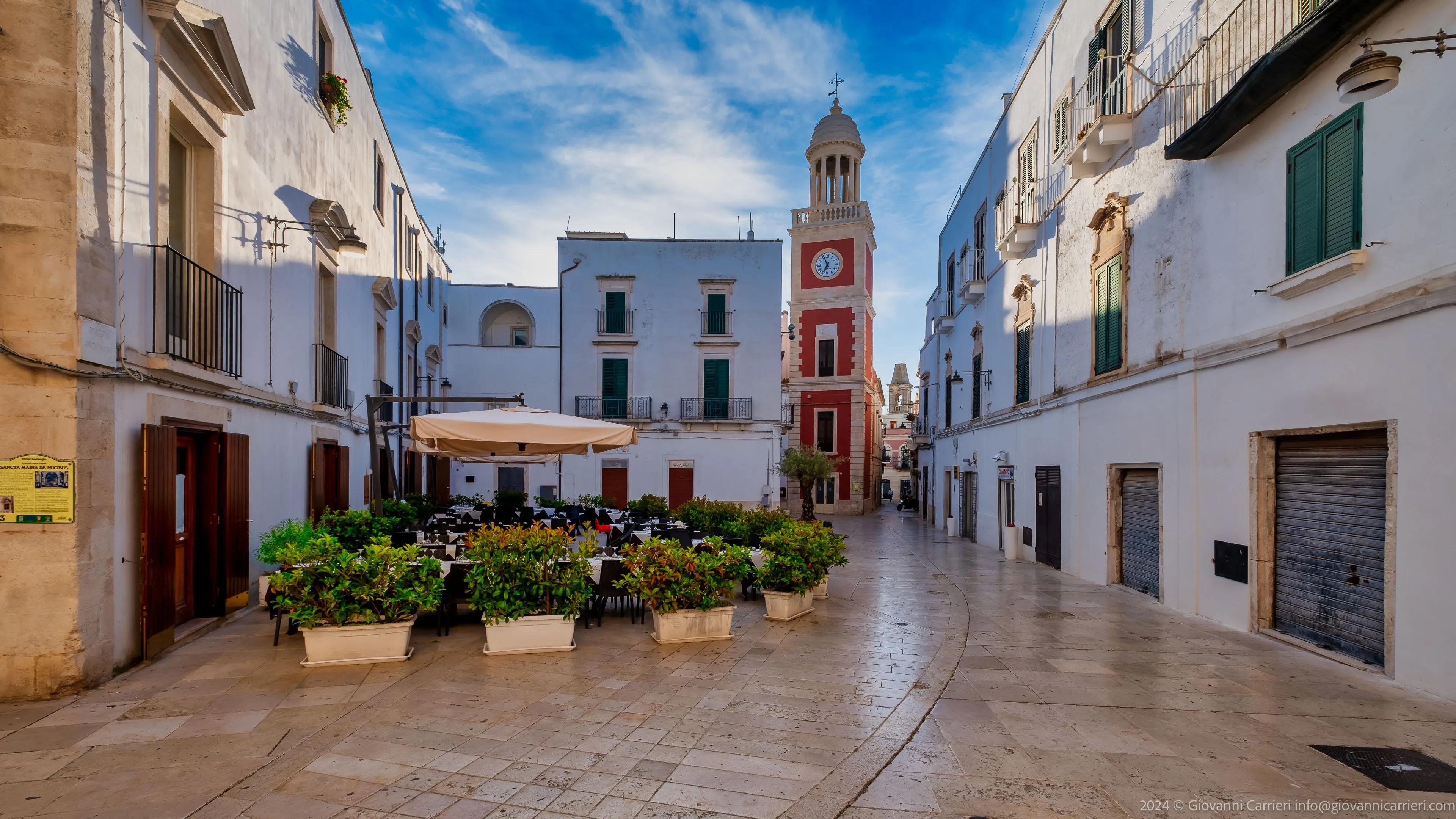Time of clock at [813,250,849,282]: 6:55
